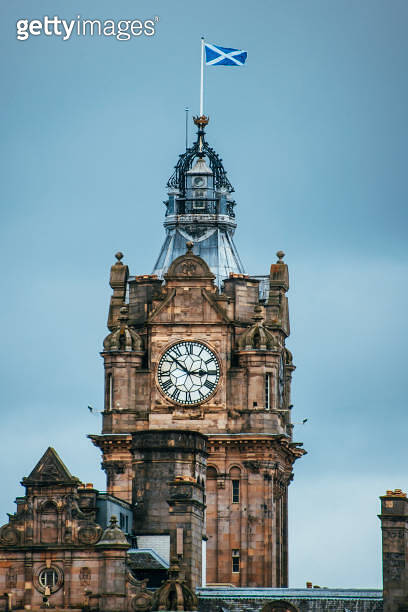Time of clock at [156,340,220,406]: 2:52
